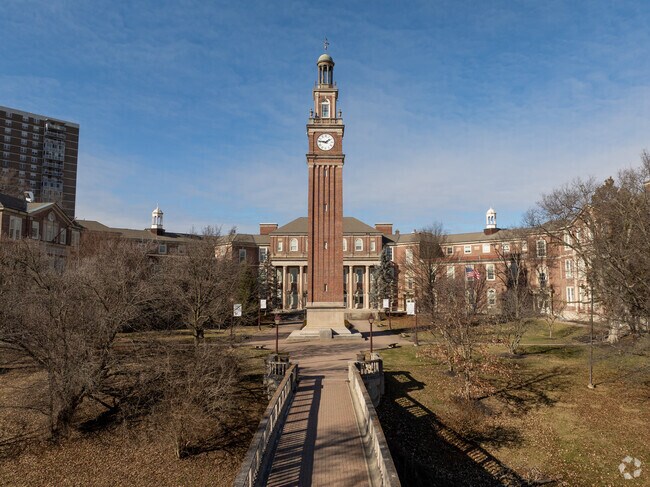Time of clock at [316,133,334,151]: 1:46
